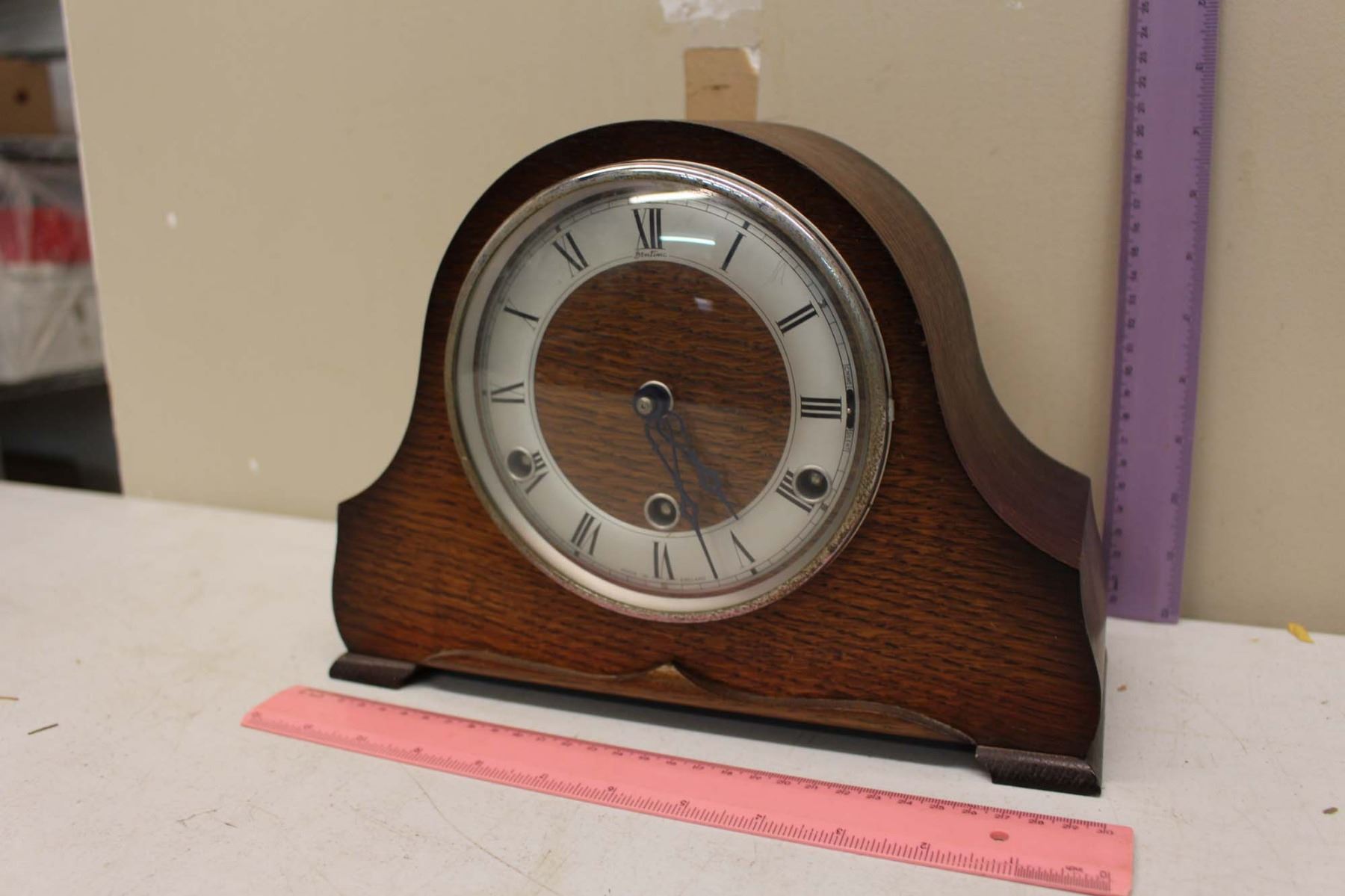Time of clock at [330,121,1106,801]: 5:15
